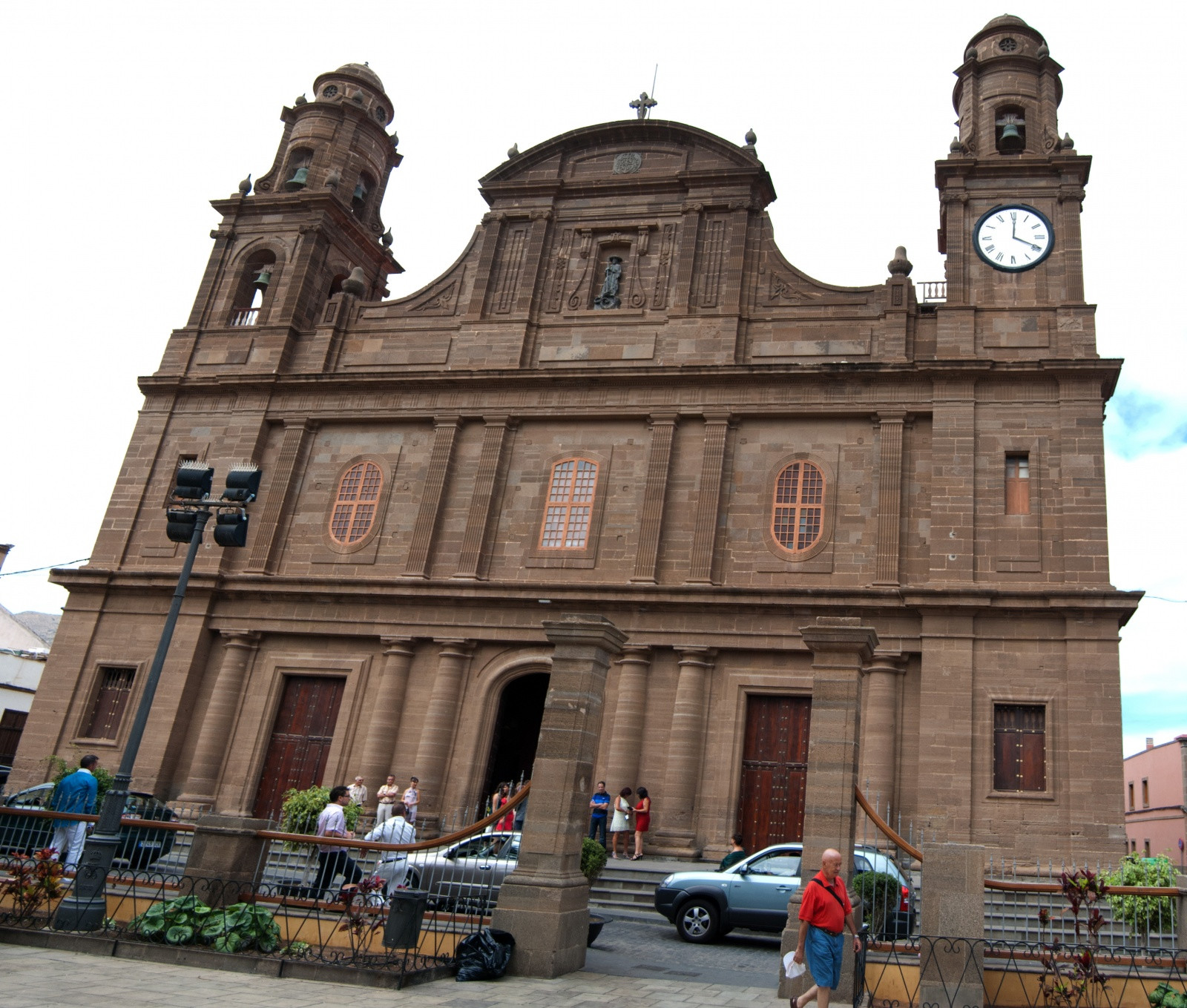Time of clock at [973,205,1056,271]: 4:00
